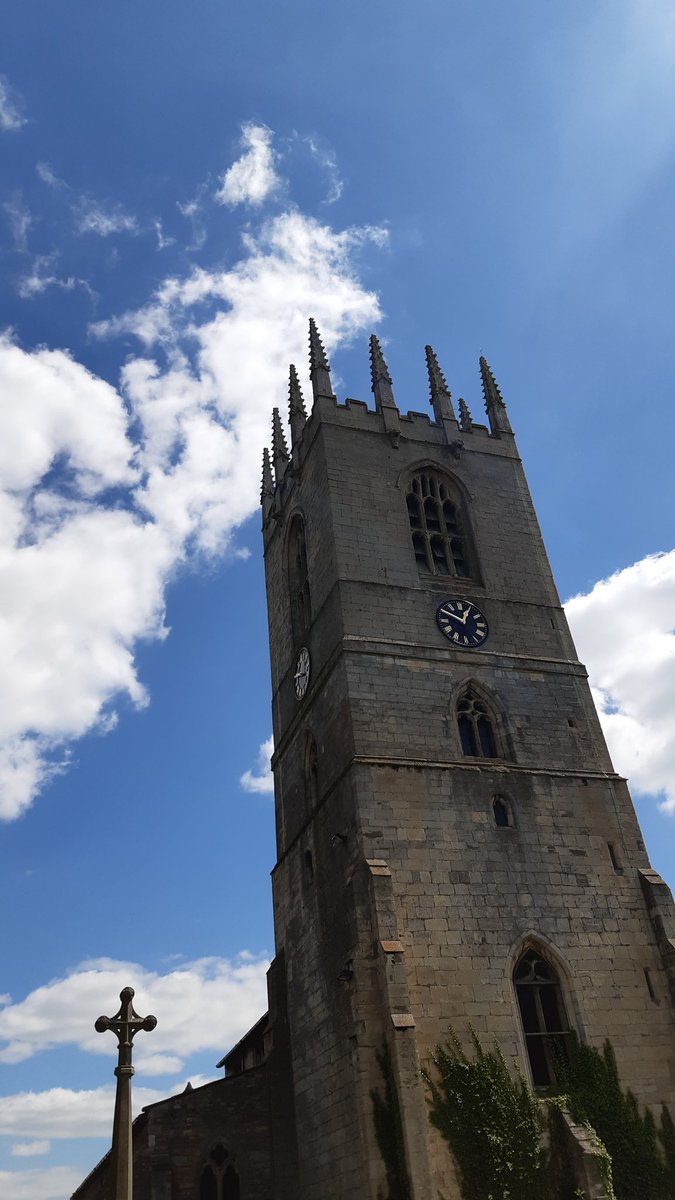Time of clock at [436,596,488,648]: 12:49
